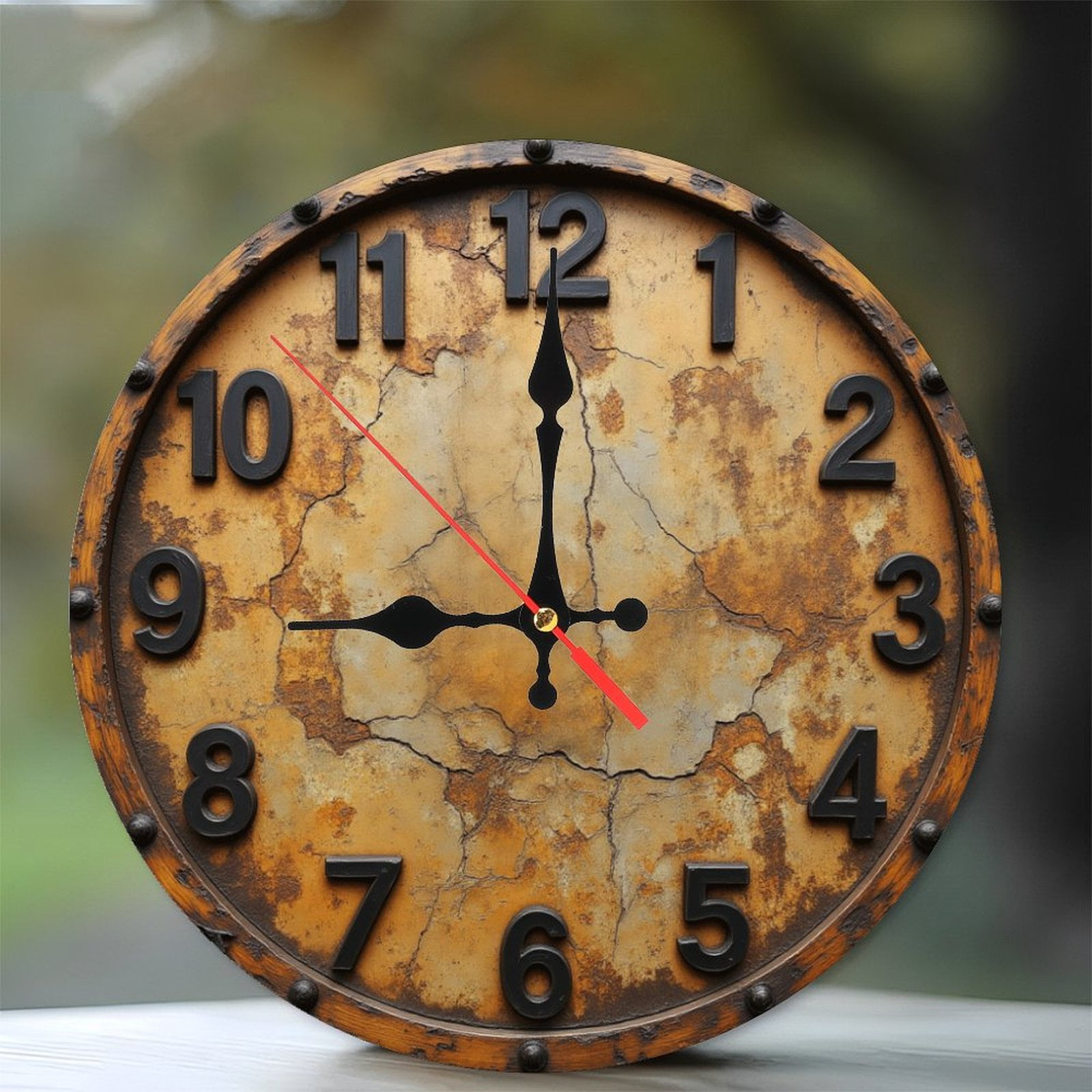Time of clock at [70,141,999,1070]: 9:00
